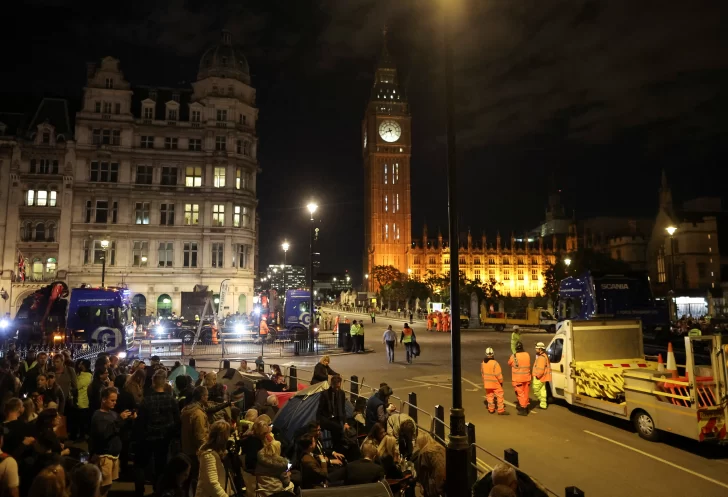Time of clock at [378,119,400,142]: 8:27
